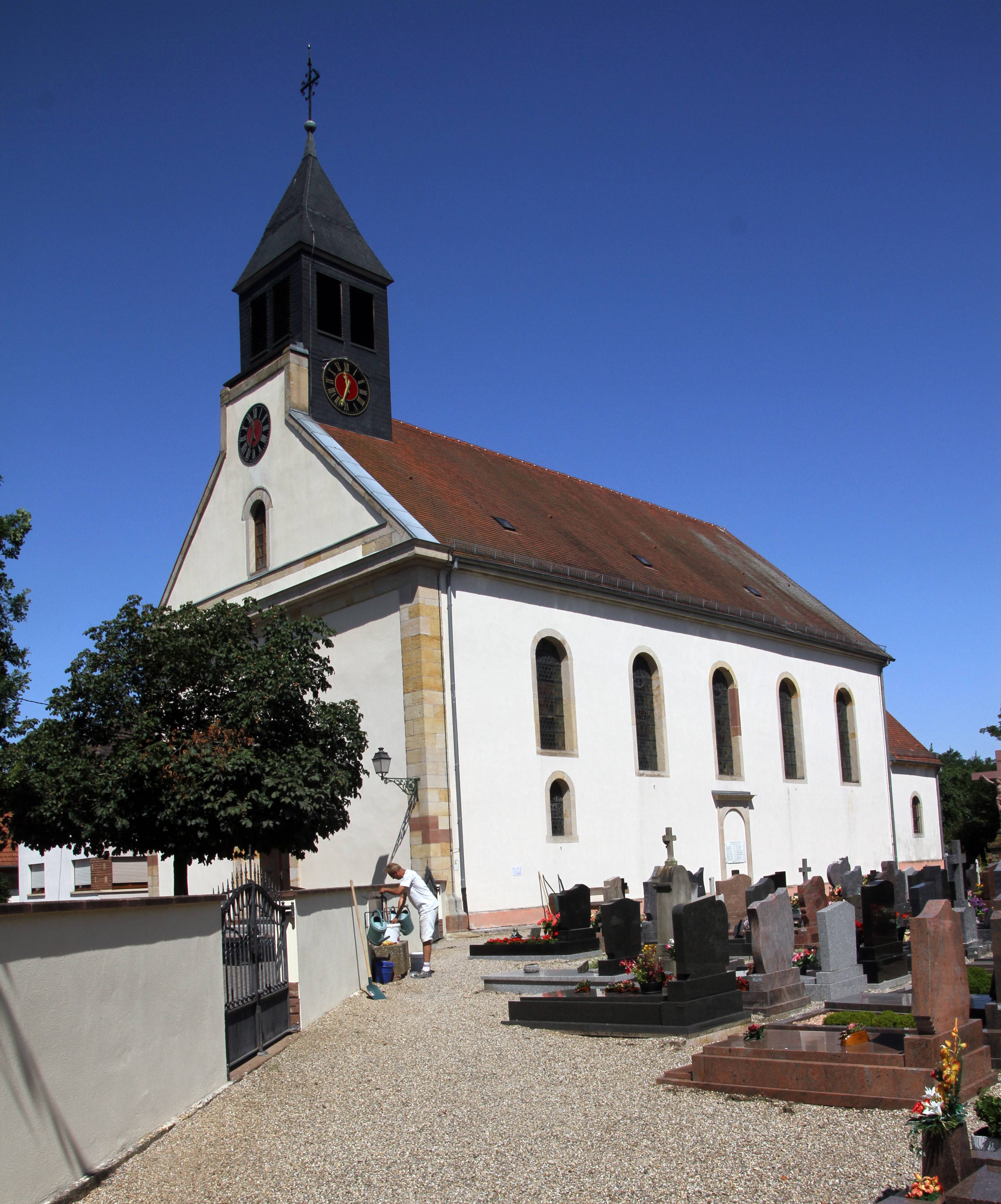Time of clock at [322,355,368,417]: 11:33
